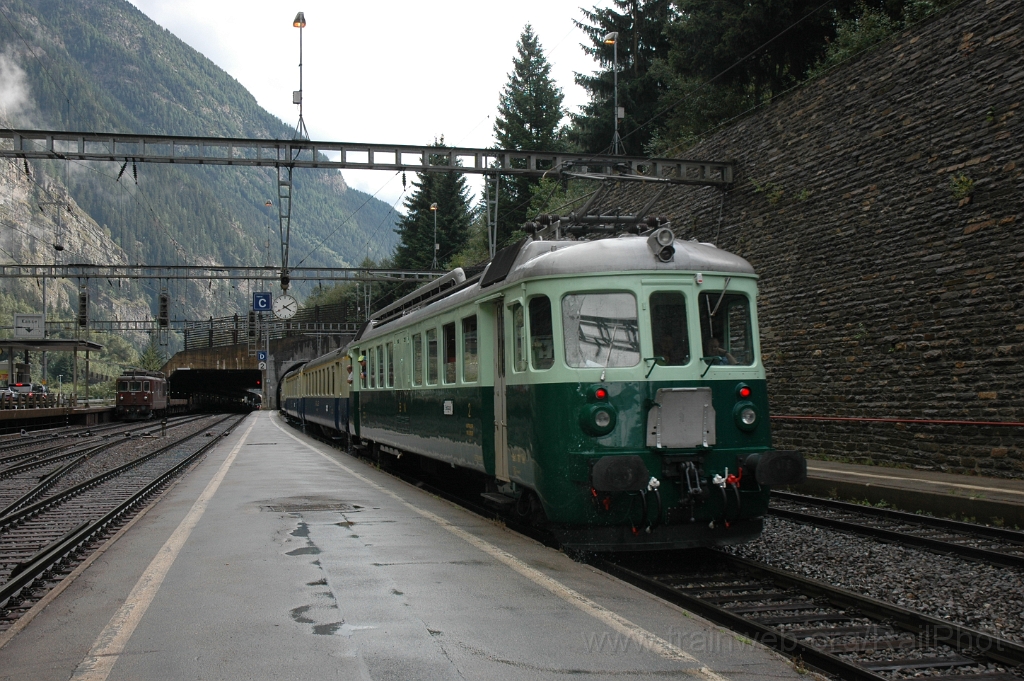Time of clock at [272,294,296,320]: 4:09
